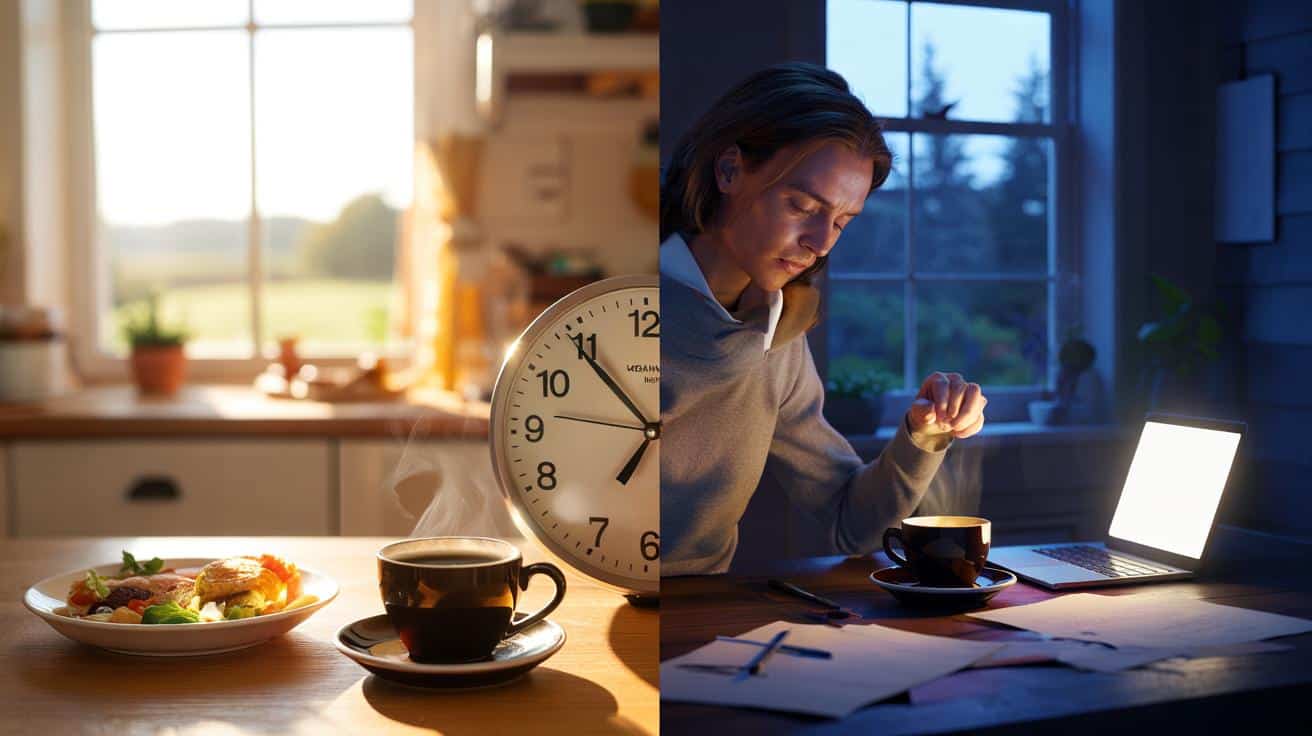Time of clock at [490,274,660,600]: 6:53
